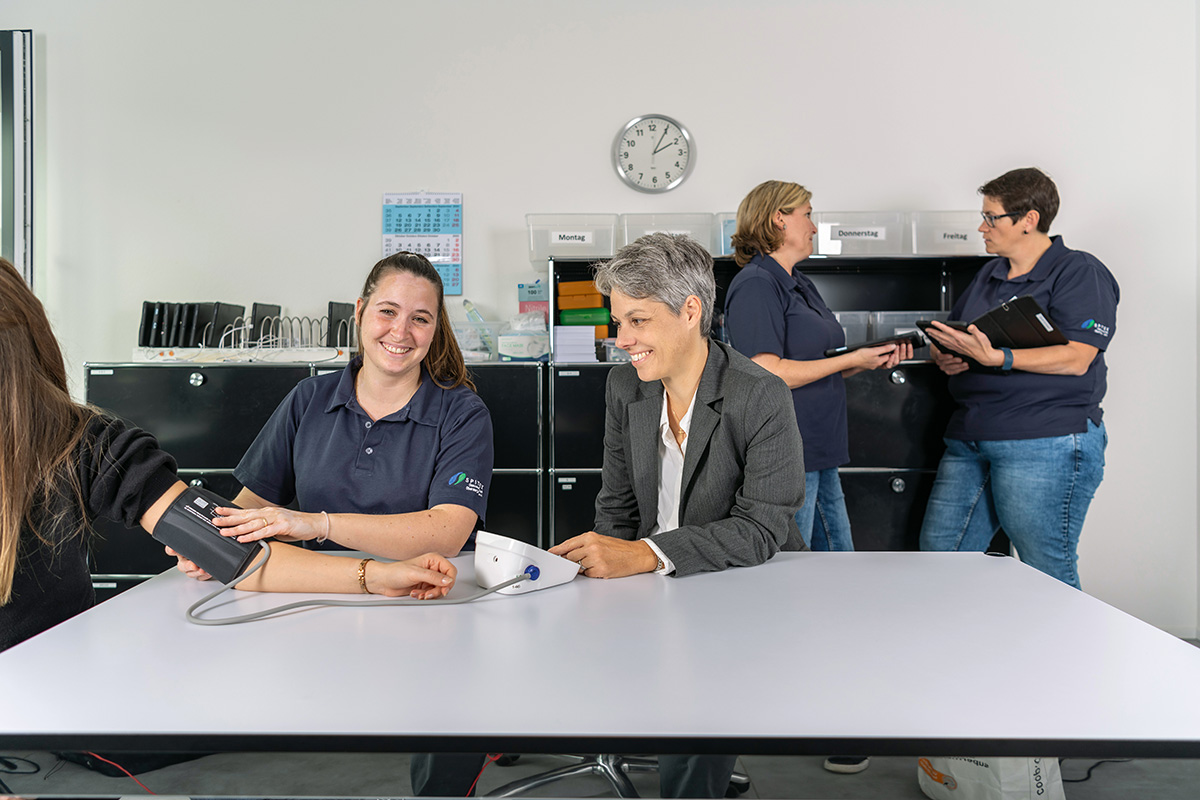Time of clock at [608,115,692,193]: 2:05
